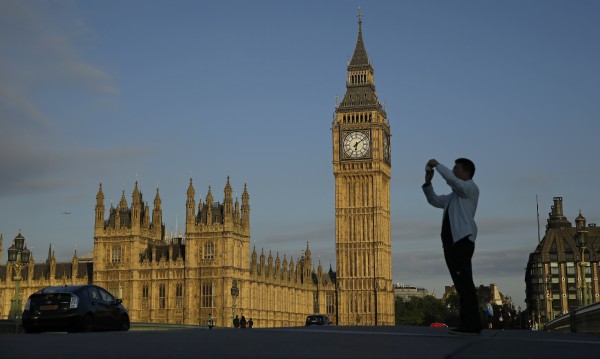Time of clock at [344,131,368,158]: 6:08
